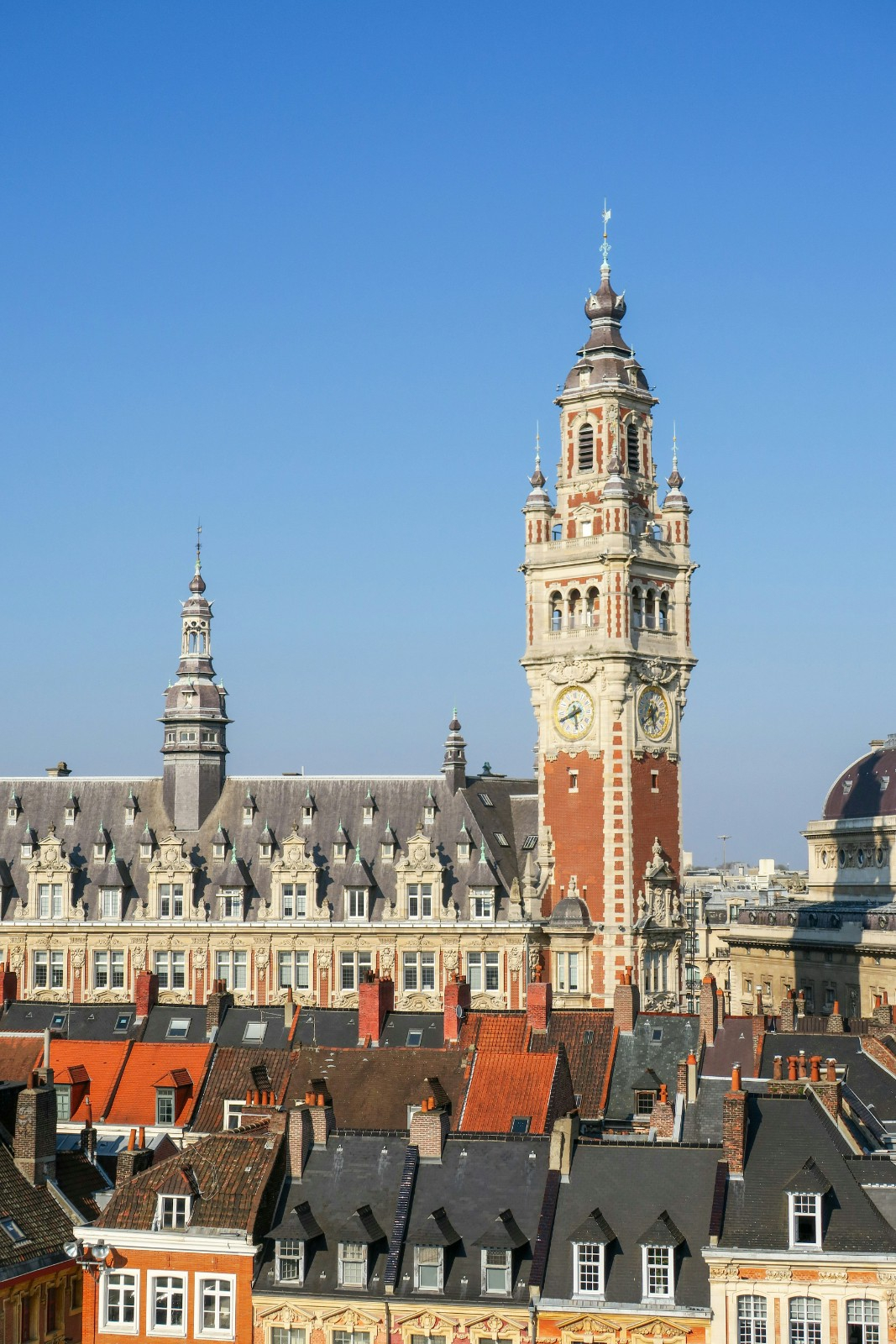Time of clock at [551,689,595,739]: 5:40
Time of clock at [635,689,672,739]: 5:40
